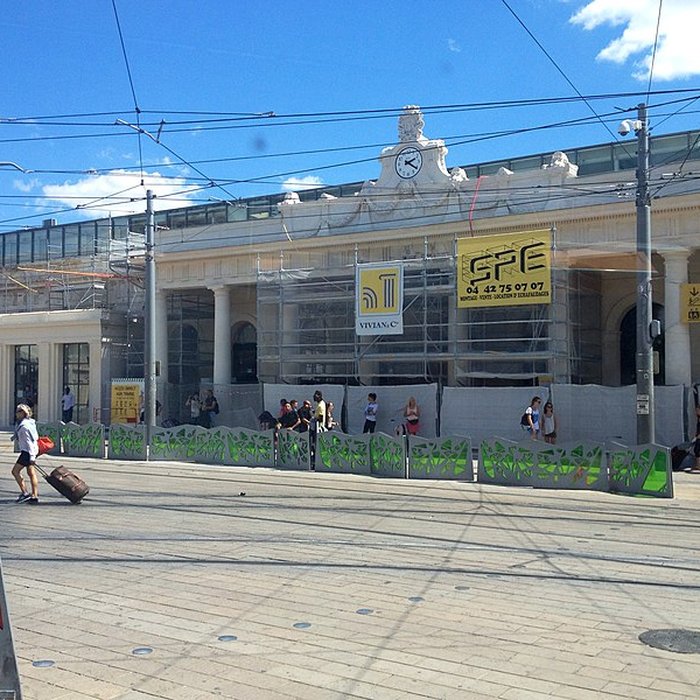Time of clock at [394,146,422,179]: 2:20
